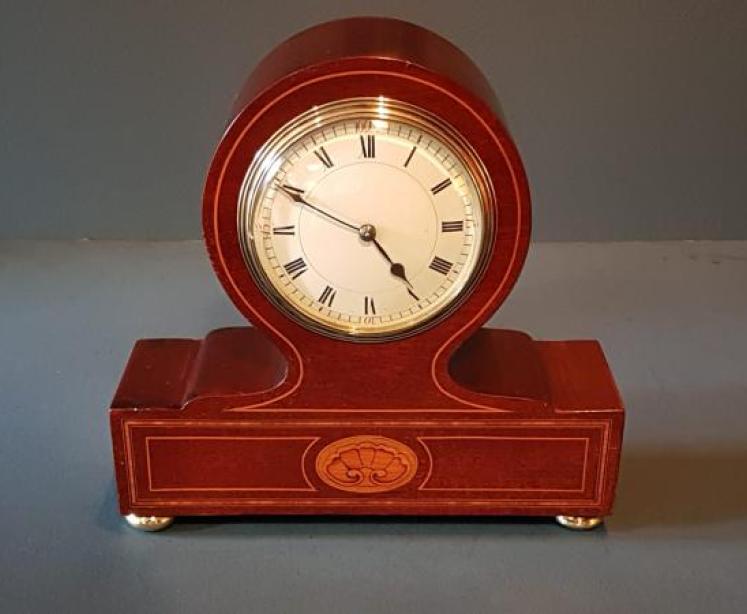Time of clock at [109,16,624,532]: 4:49
